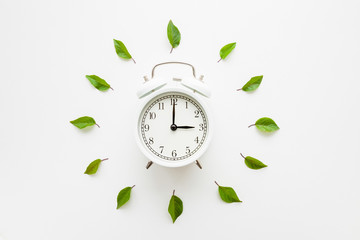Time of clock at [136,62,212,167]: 3:00
